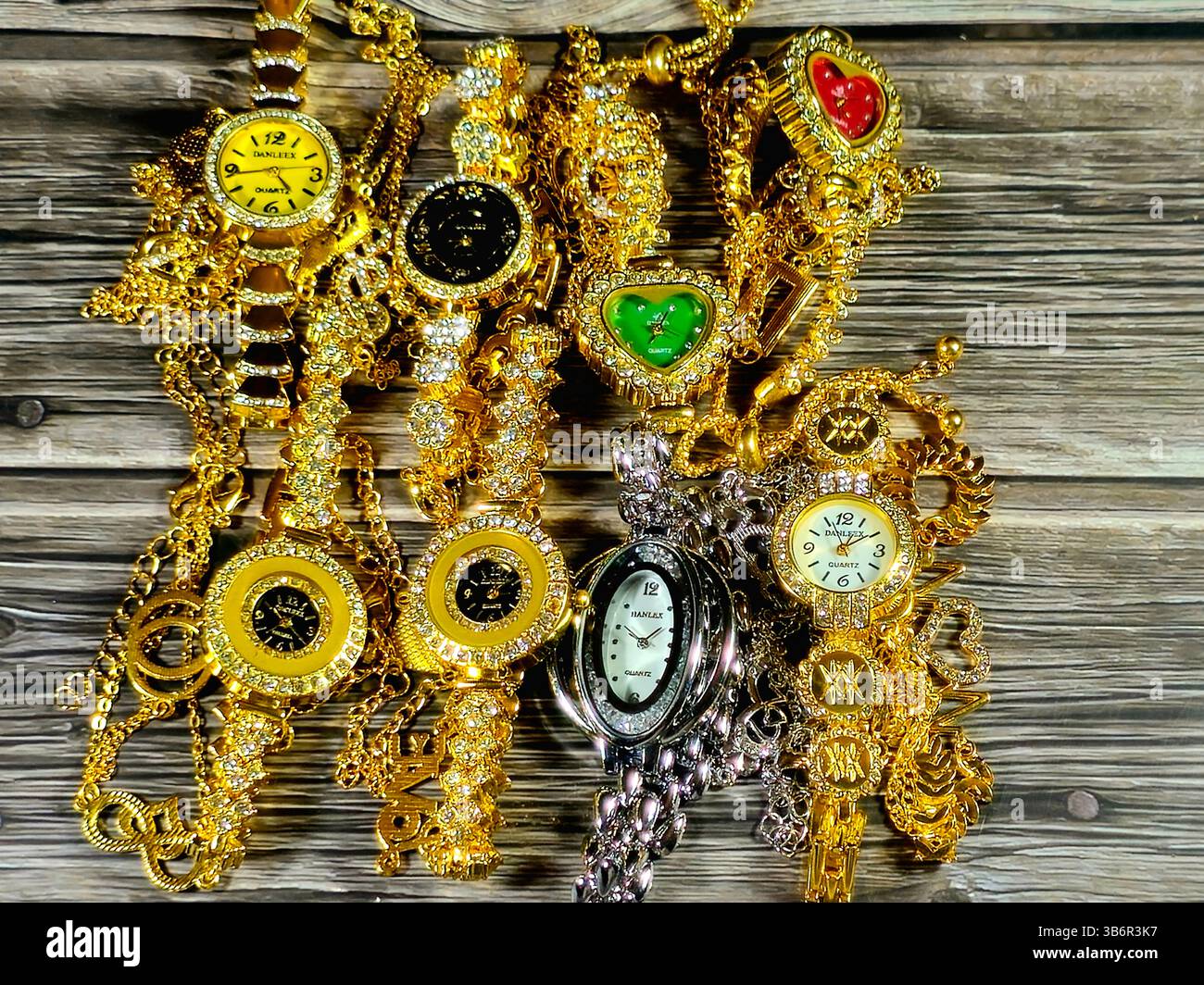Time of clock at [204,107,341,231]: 4:43
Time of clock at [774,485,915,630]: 12:55
